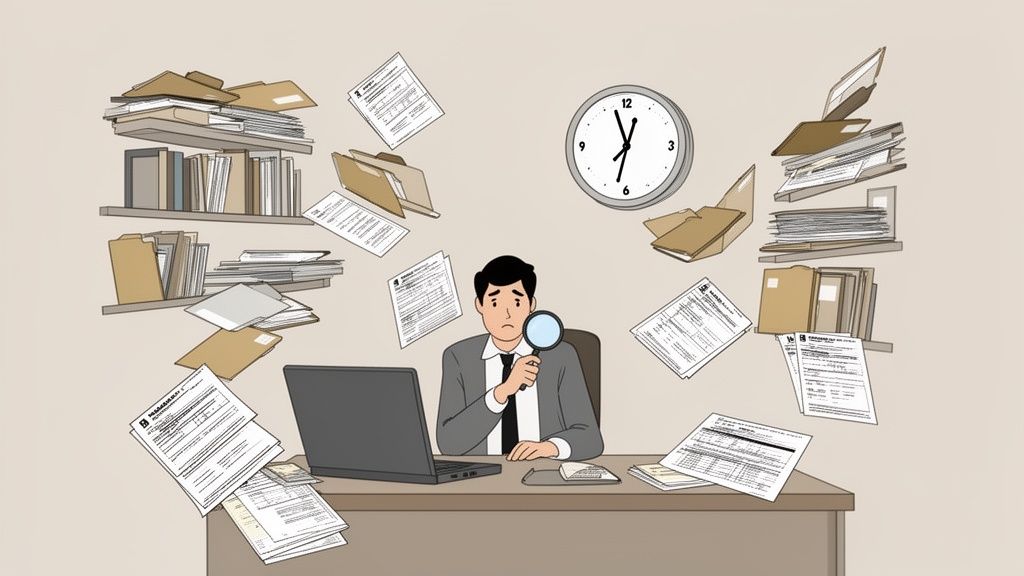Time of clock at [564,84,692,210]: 11:32
